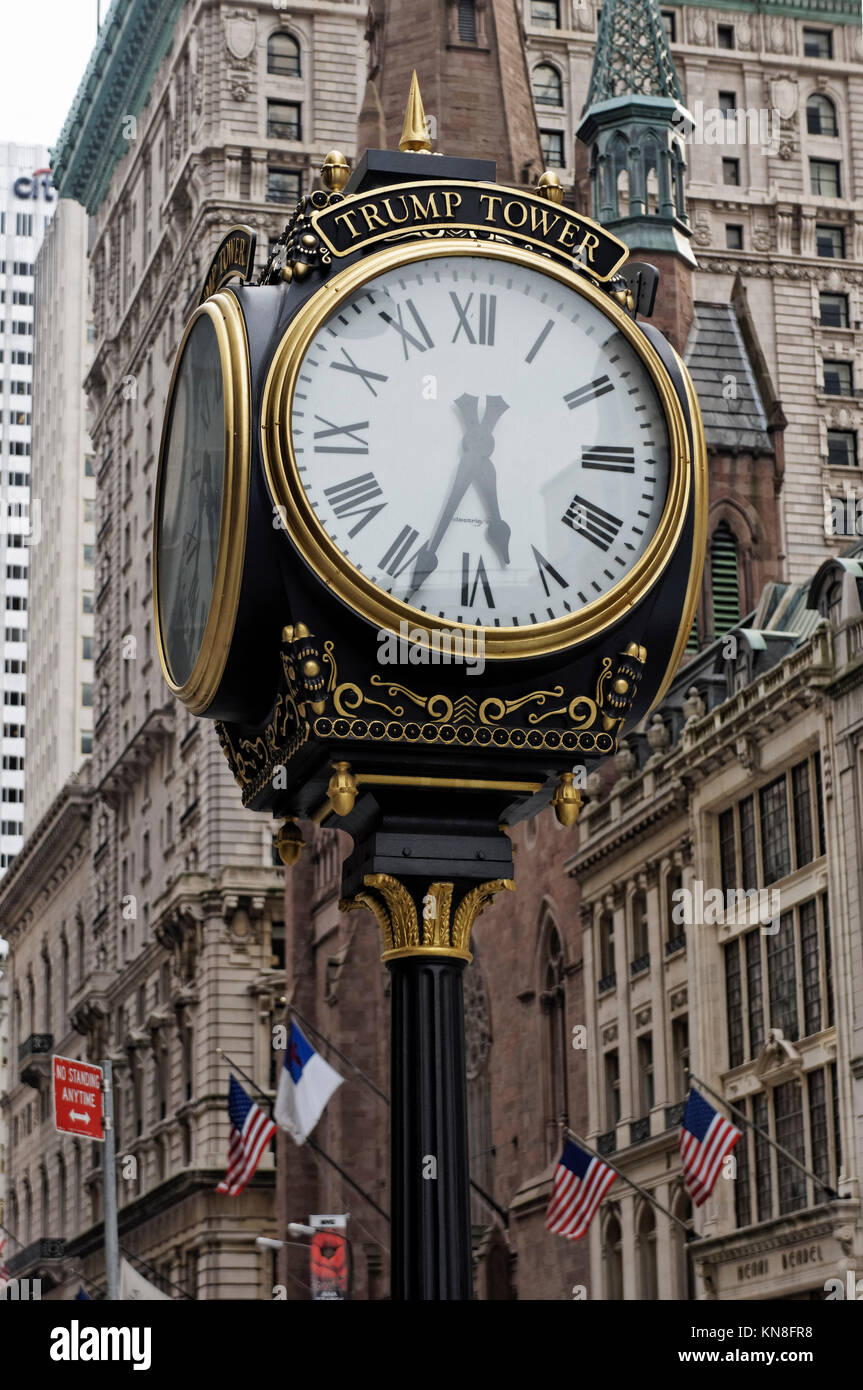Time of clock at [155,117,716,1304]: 5:33
